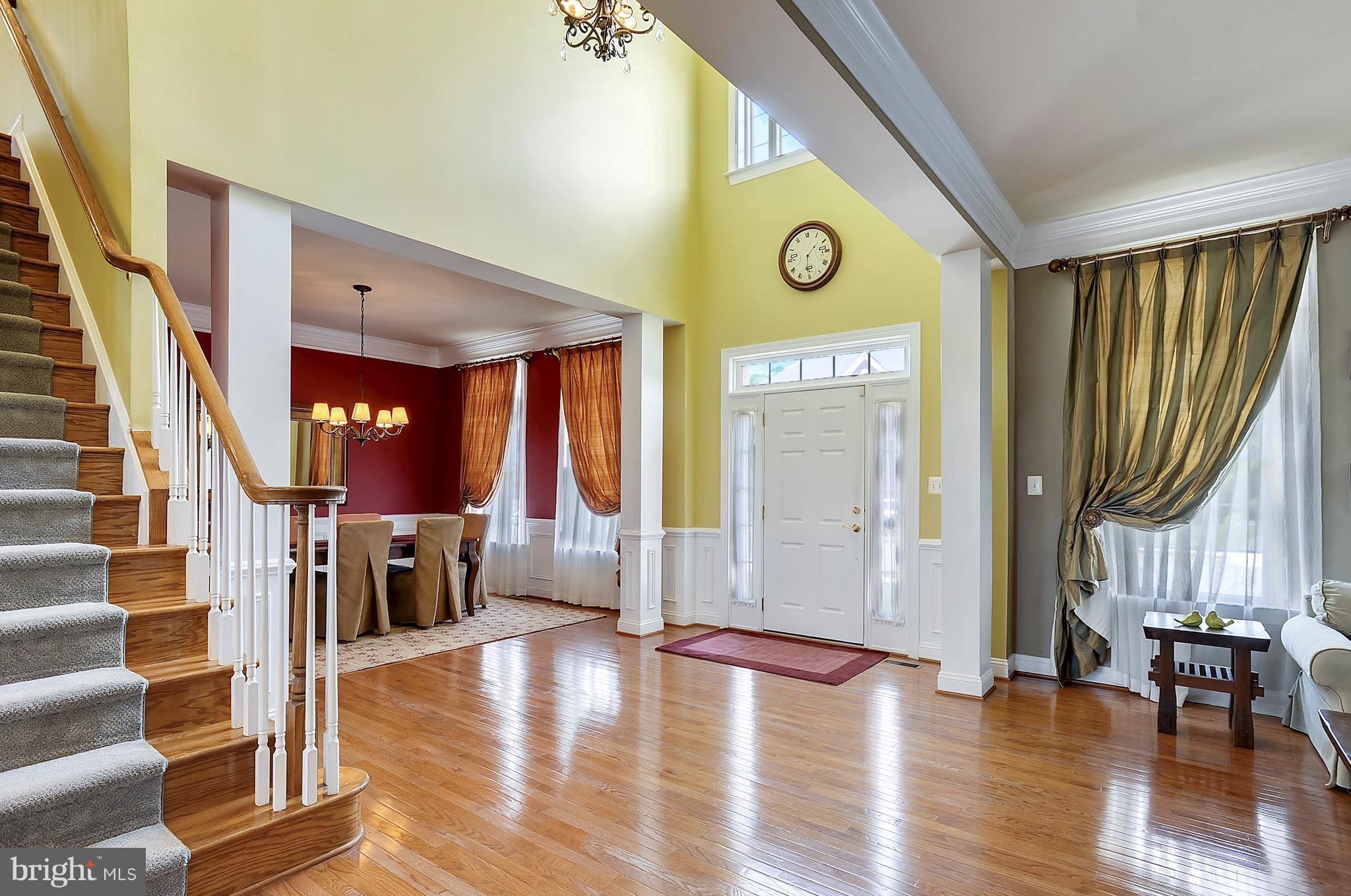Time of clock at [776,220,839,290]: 1:30
